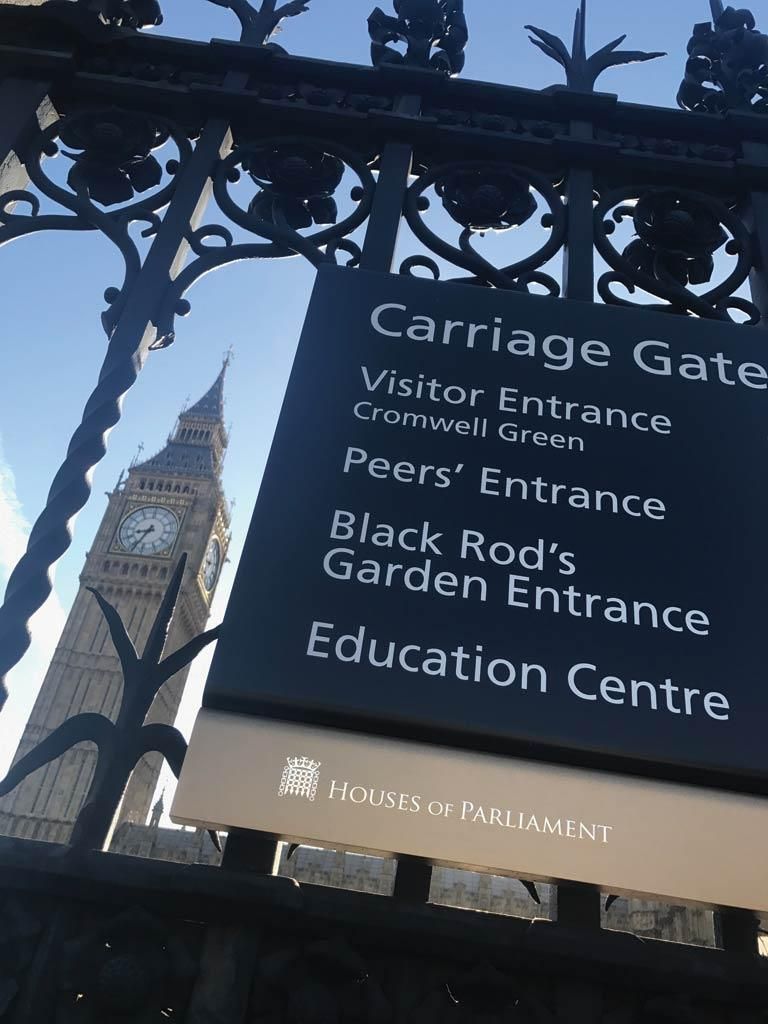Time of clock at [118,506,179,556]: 8:34
